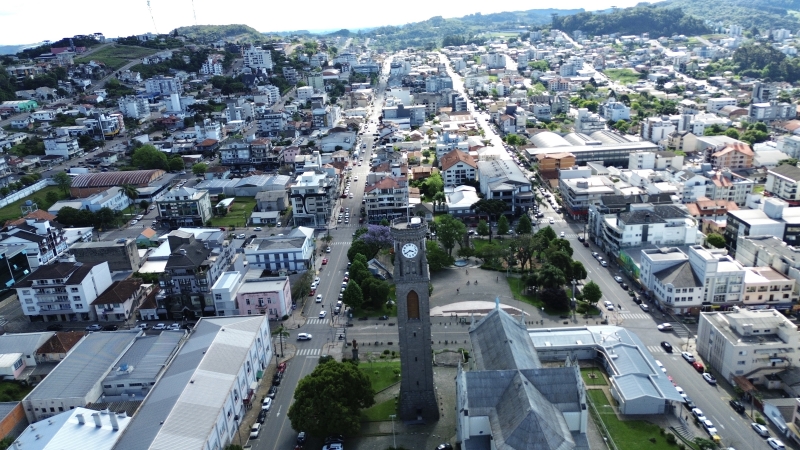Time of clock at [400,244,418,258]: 3:39
